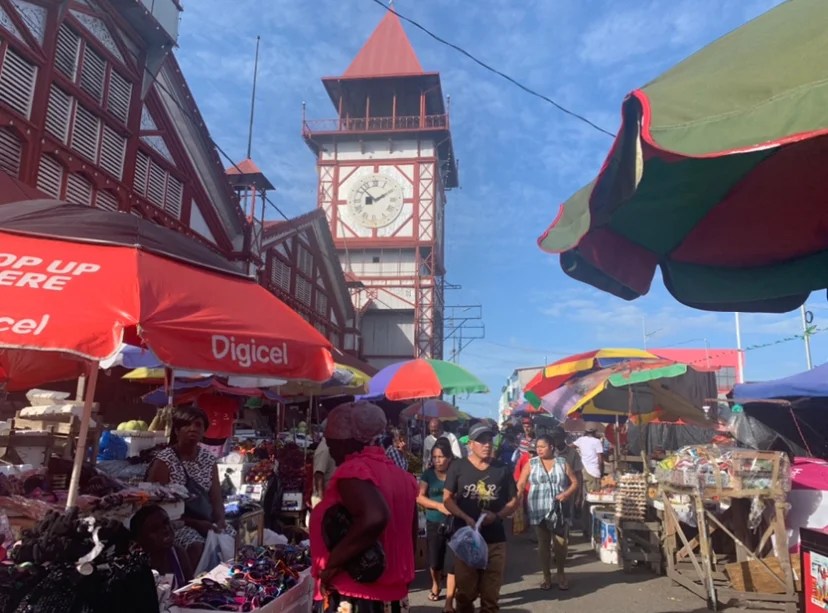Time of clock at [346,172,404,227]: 8:09
